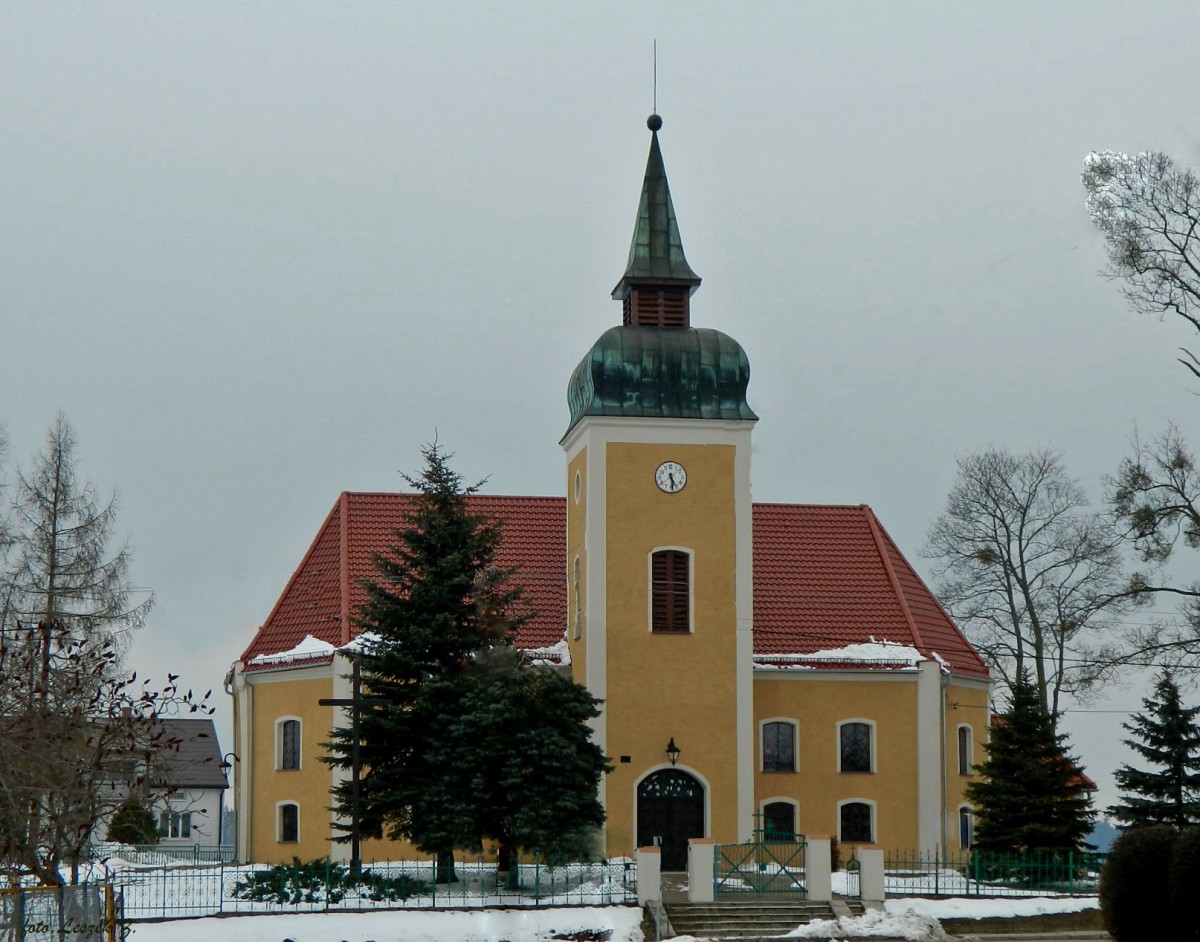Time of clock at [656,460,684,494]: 5:29
